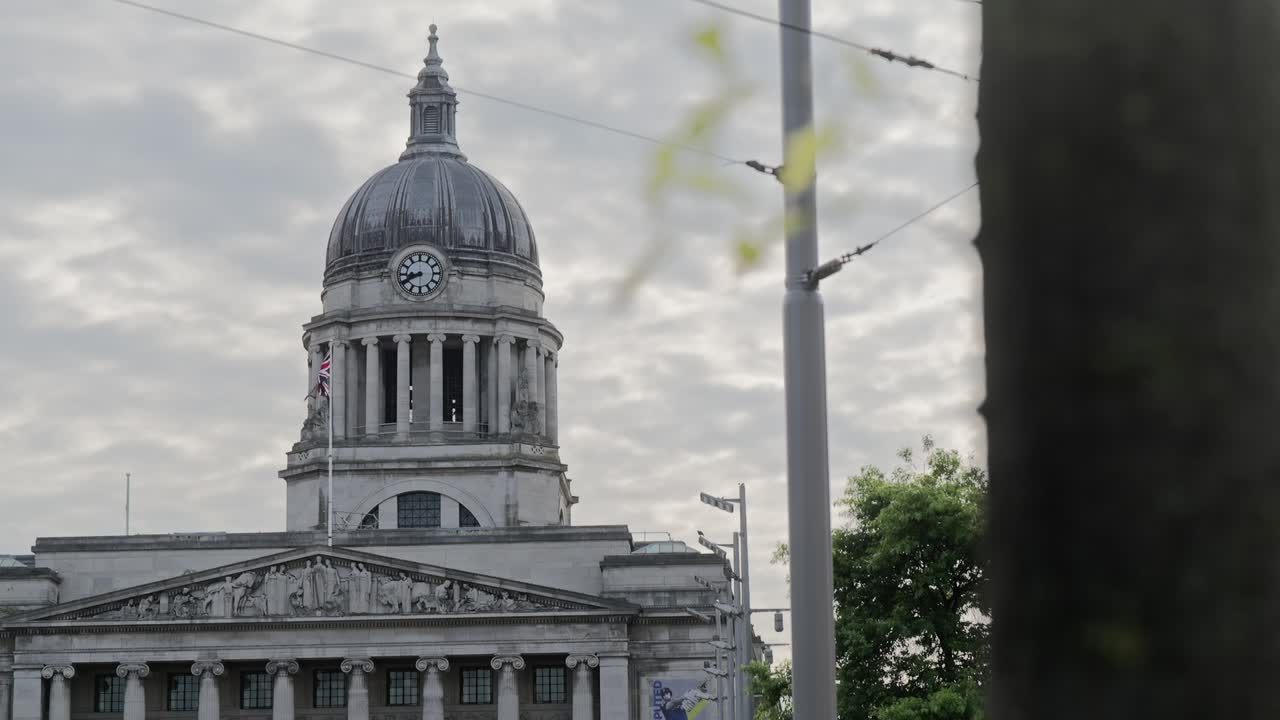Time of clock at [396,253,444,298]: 8:40
